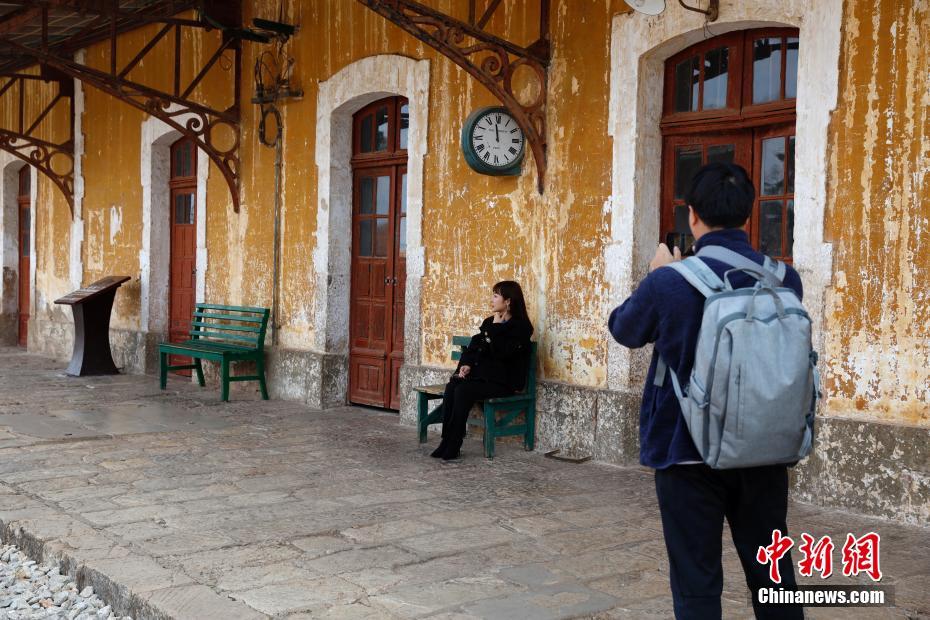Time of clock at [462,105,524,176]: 11:58
